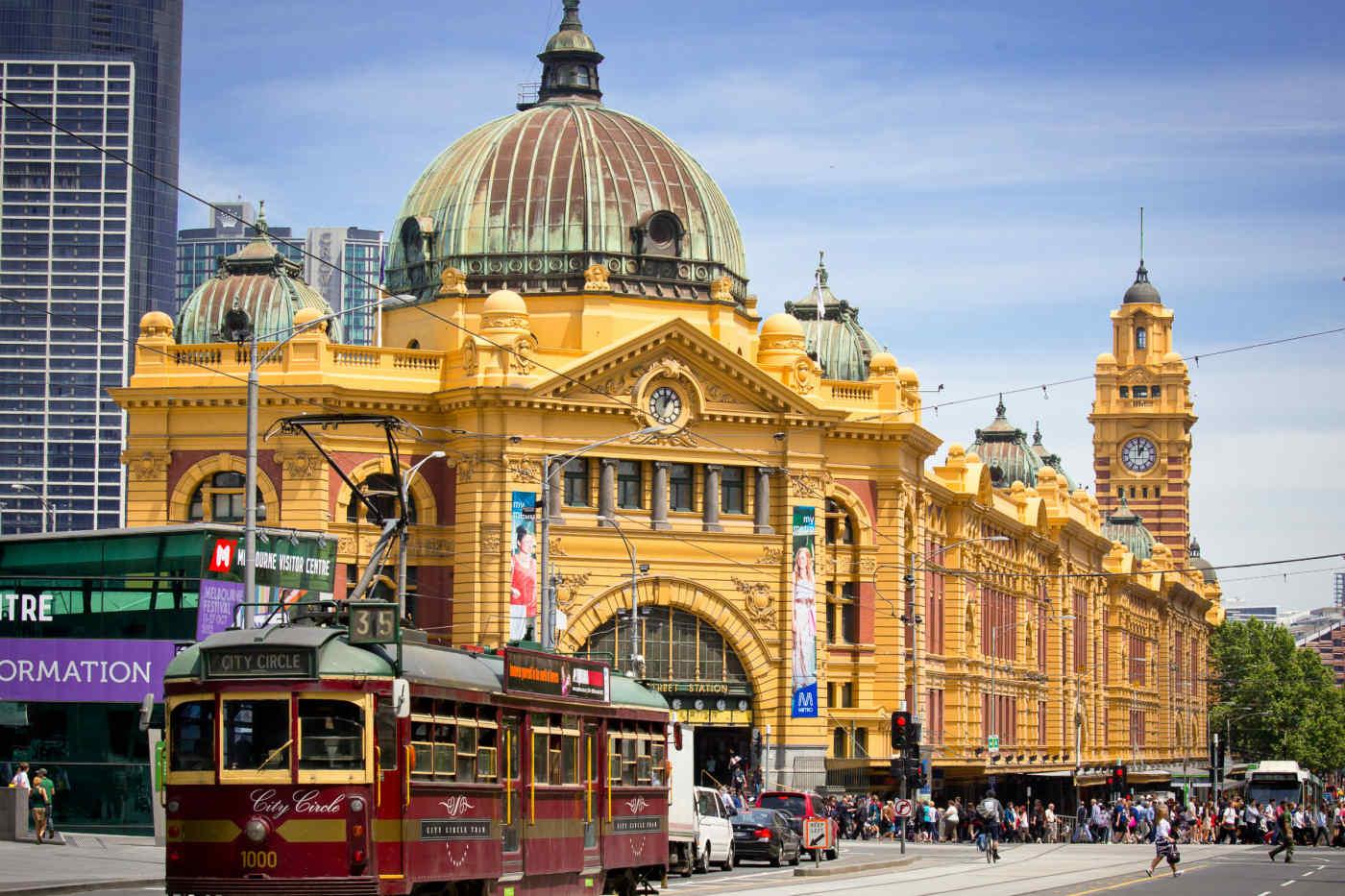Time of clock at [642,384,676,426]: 12:05
